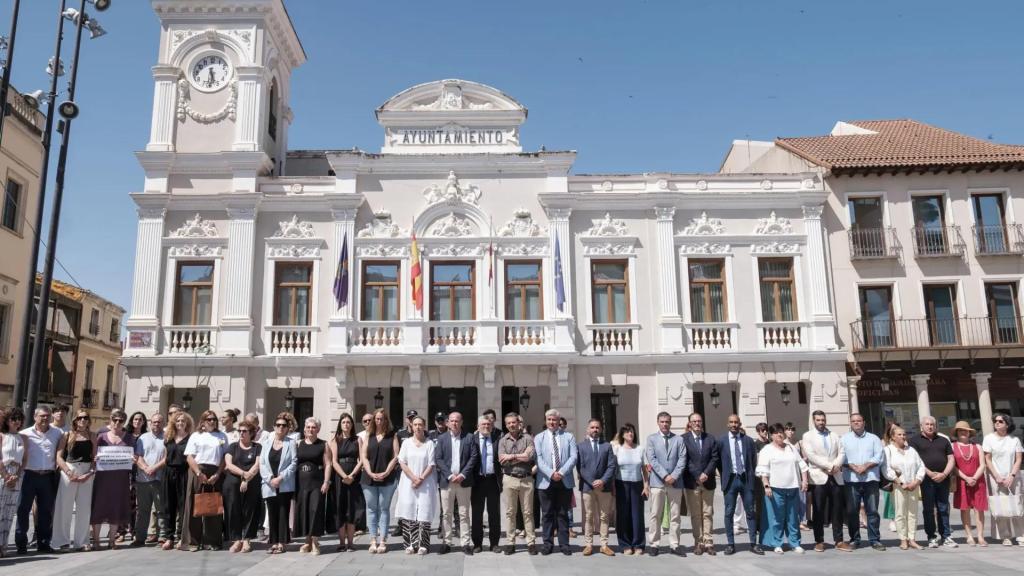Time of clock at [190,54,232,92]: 5:30
